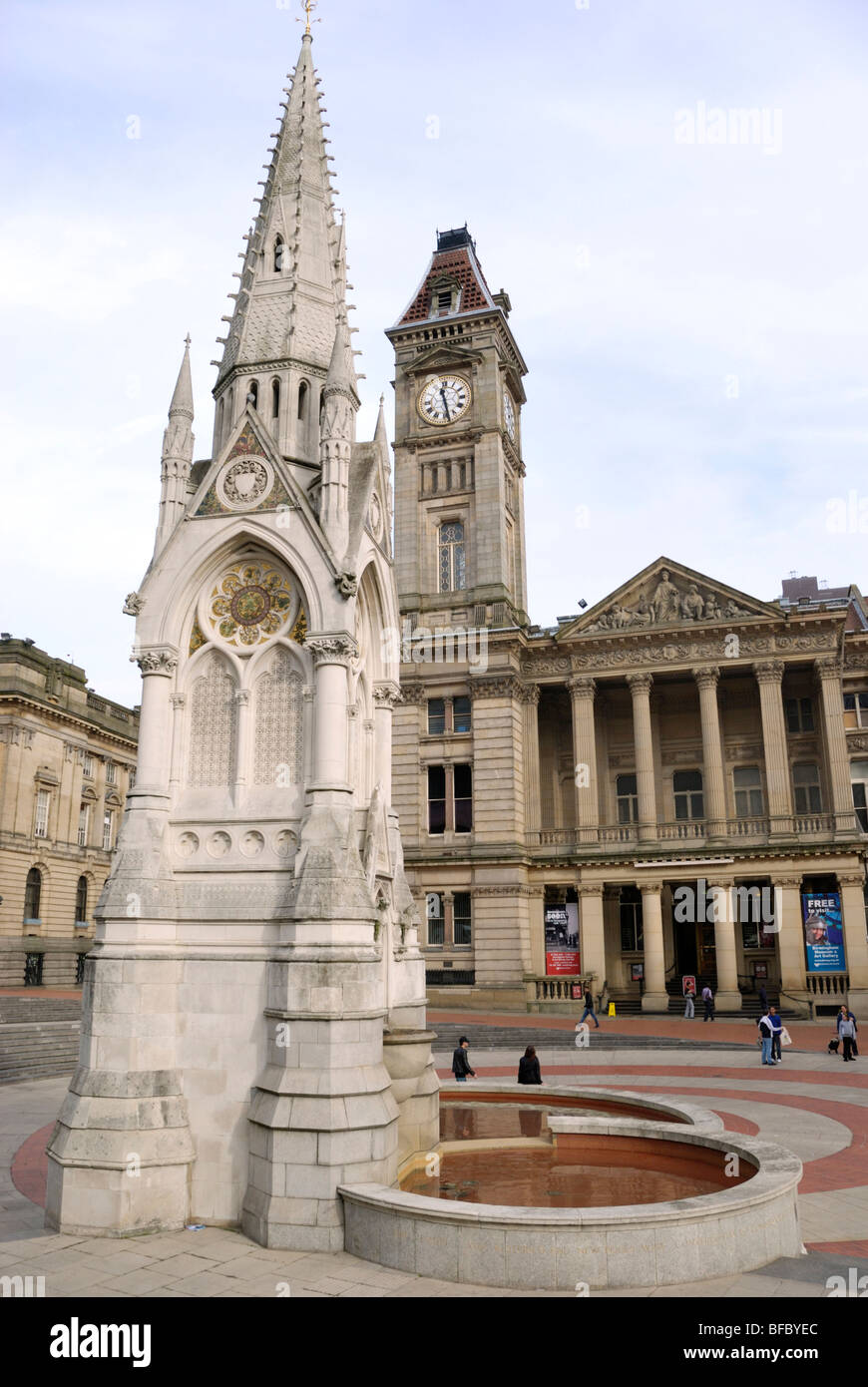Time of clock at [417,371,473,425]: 11:28
